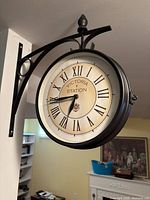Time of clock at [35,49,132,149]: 6:44
